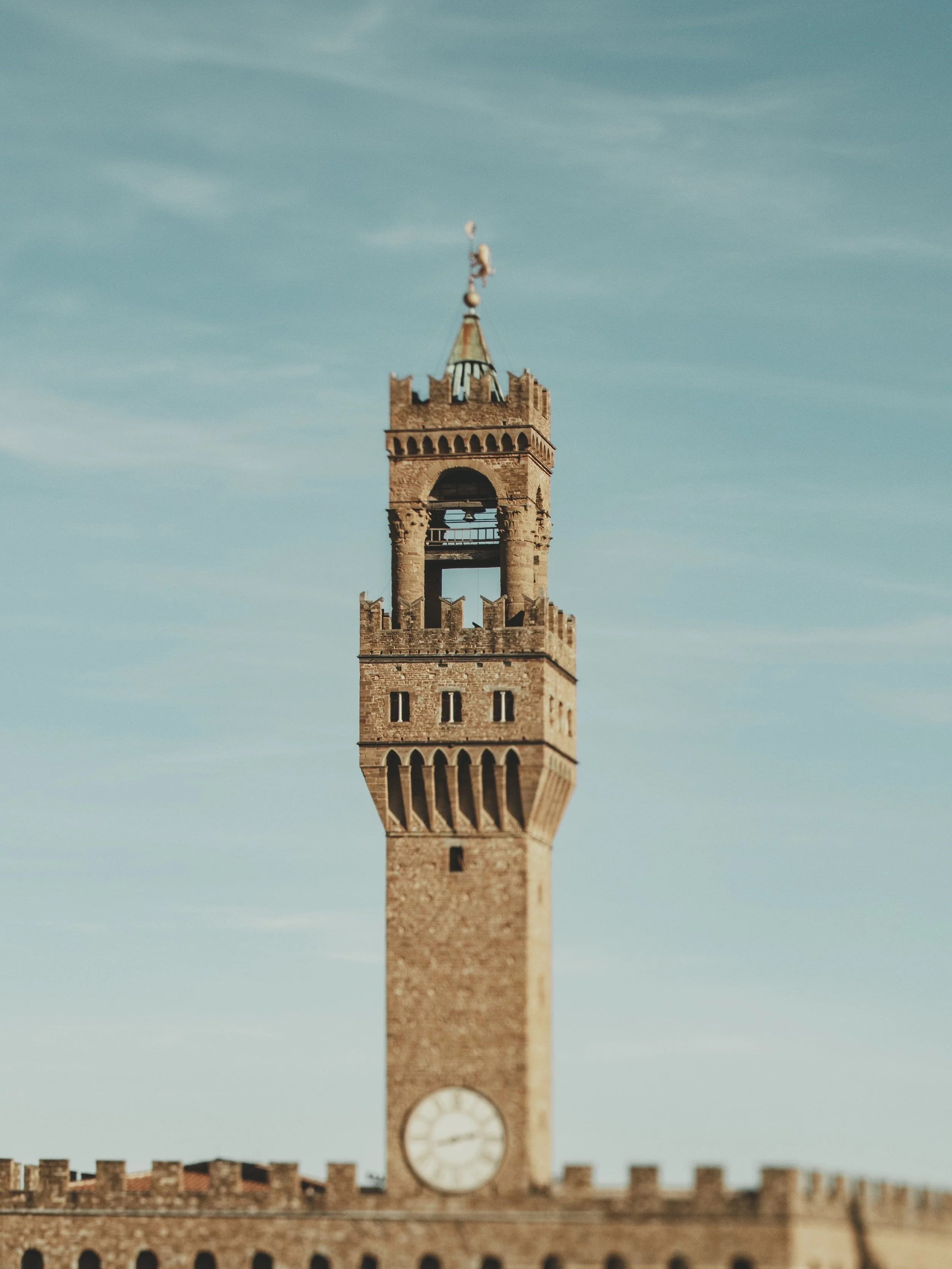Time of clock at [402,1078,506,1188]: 2:42
